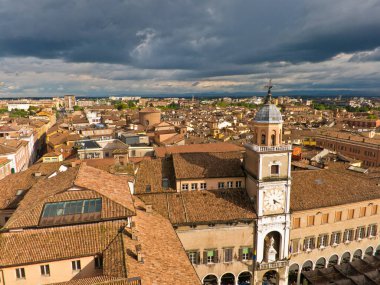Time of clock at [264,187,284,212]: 5:18
